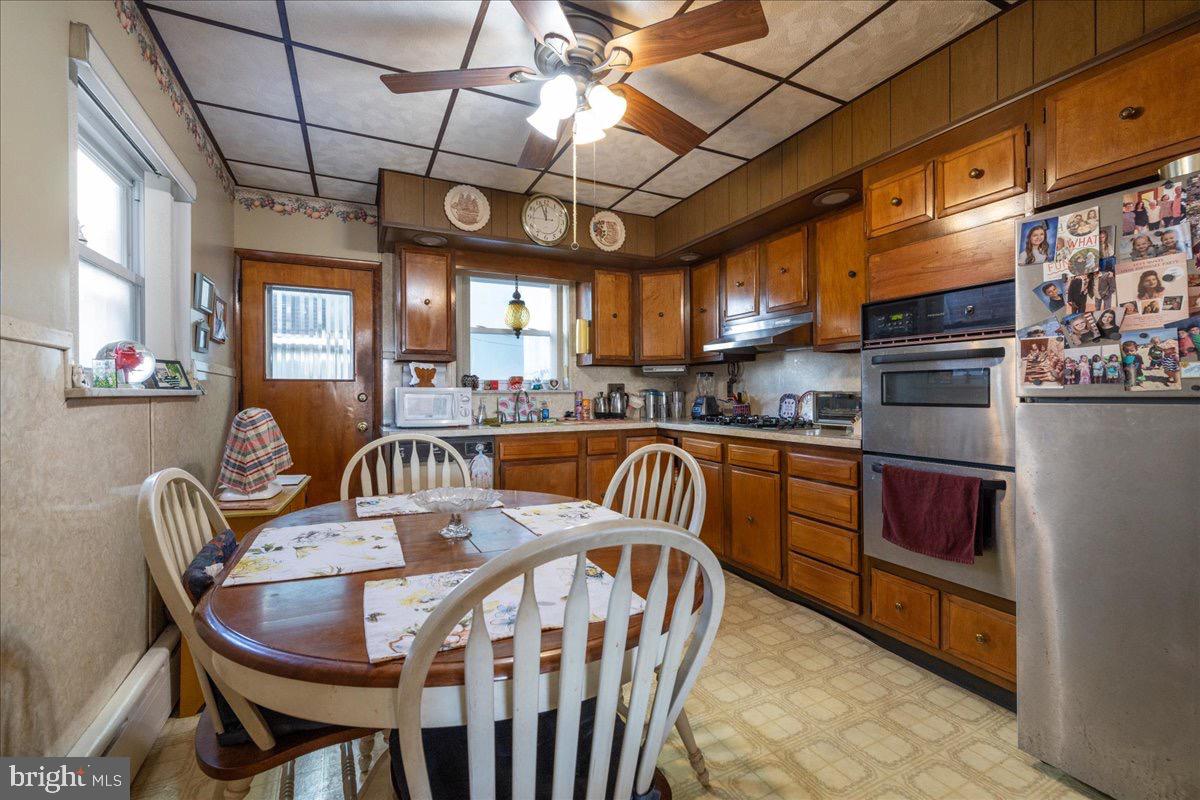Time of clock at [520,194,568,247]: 11:56
